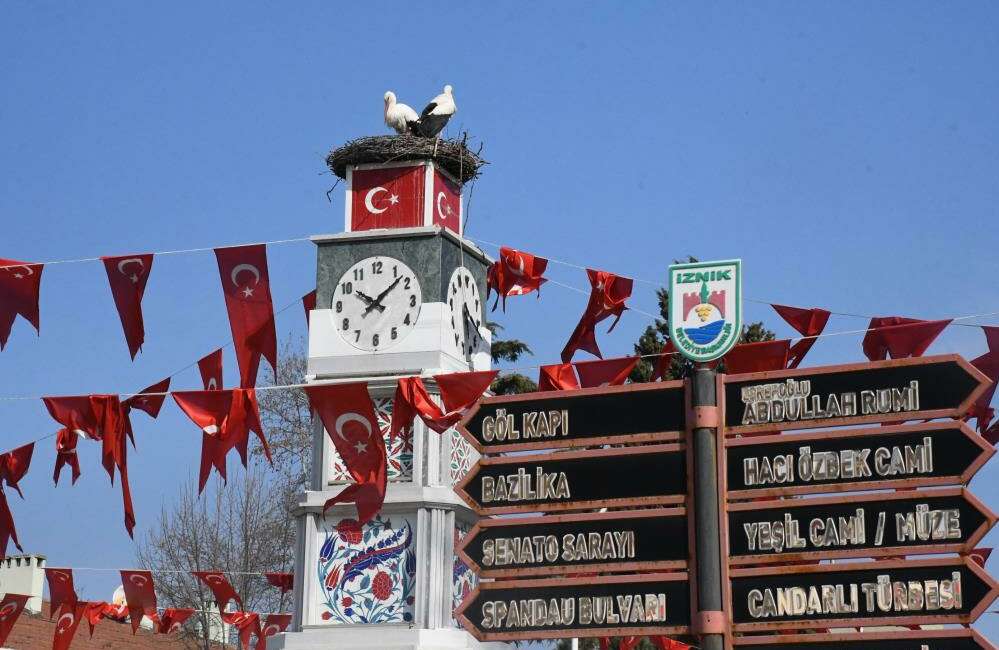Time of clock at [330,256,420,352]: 10:07
